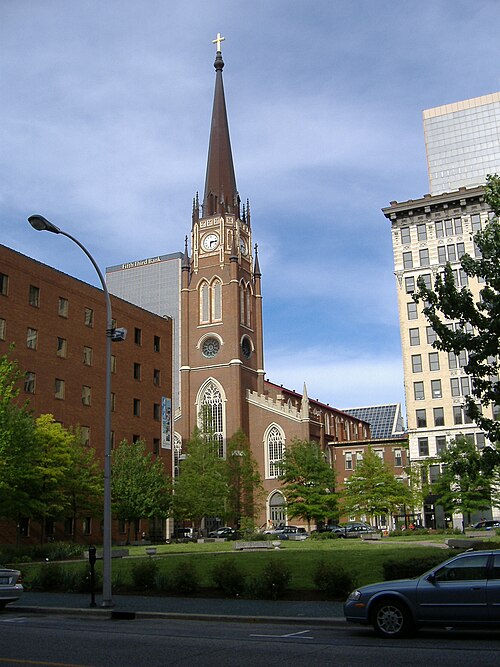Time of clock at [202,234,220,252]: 6:15
